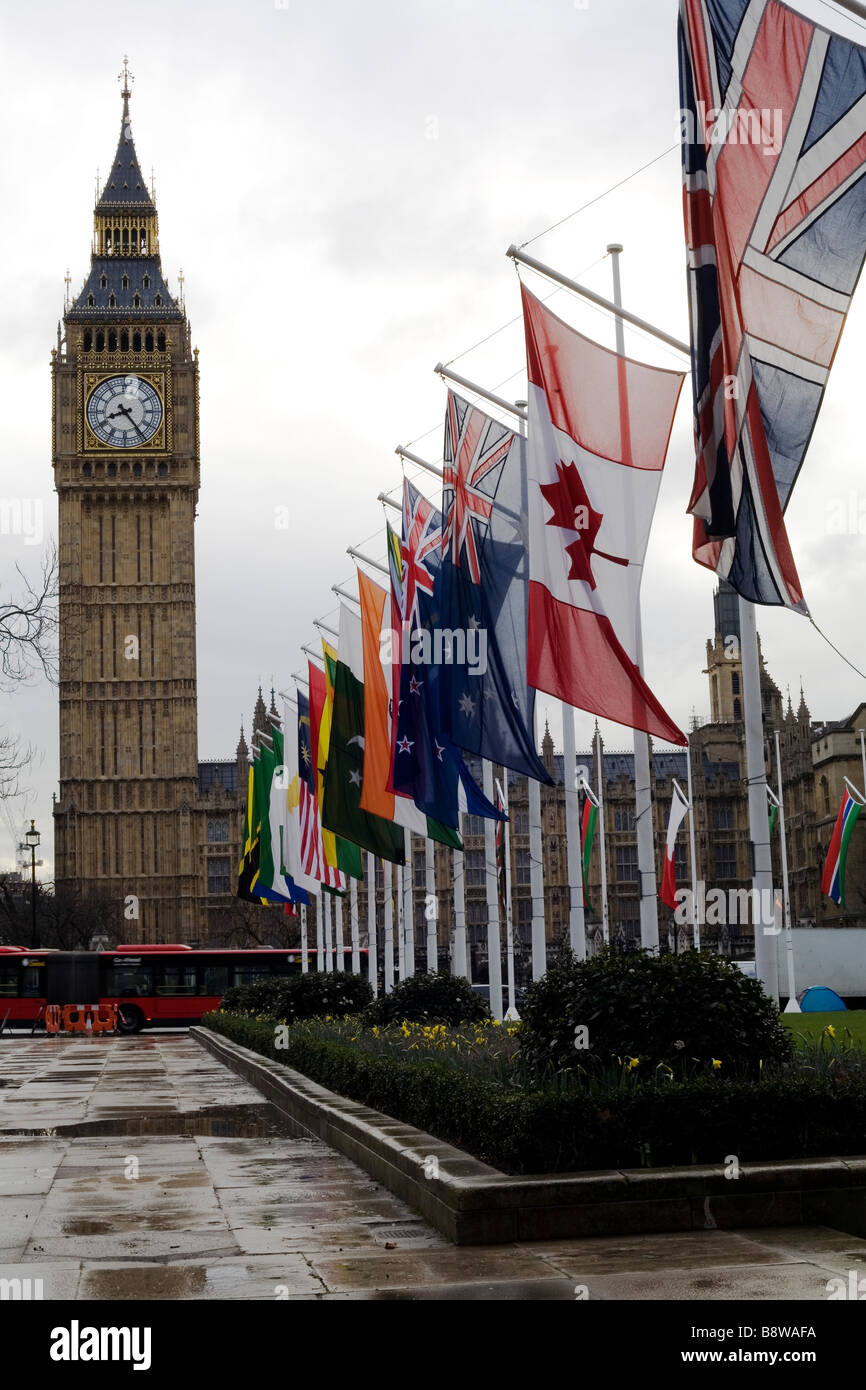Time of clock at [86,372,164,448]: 8:24
